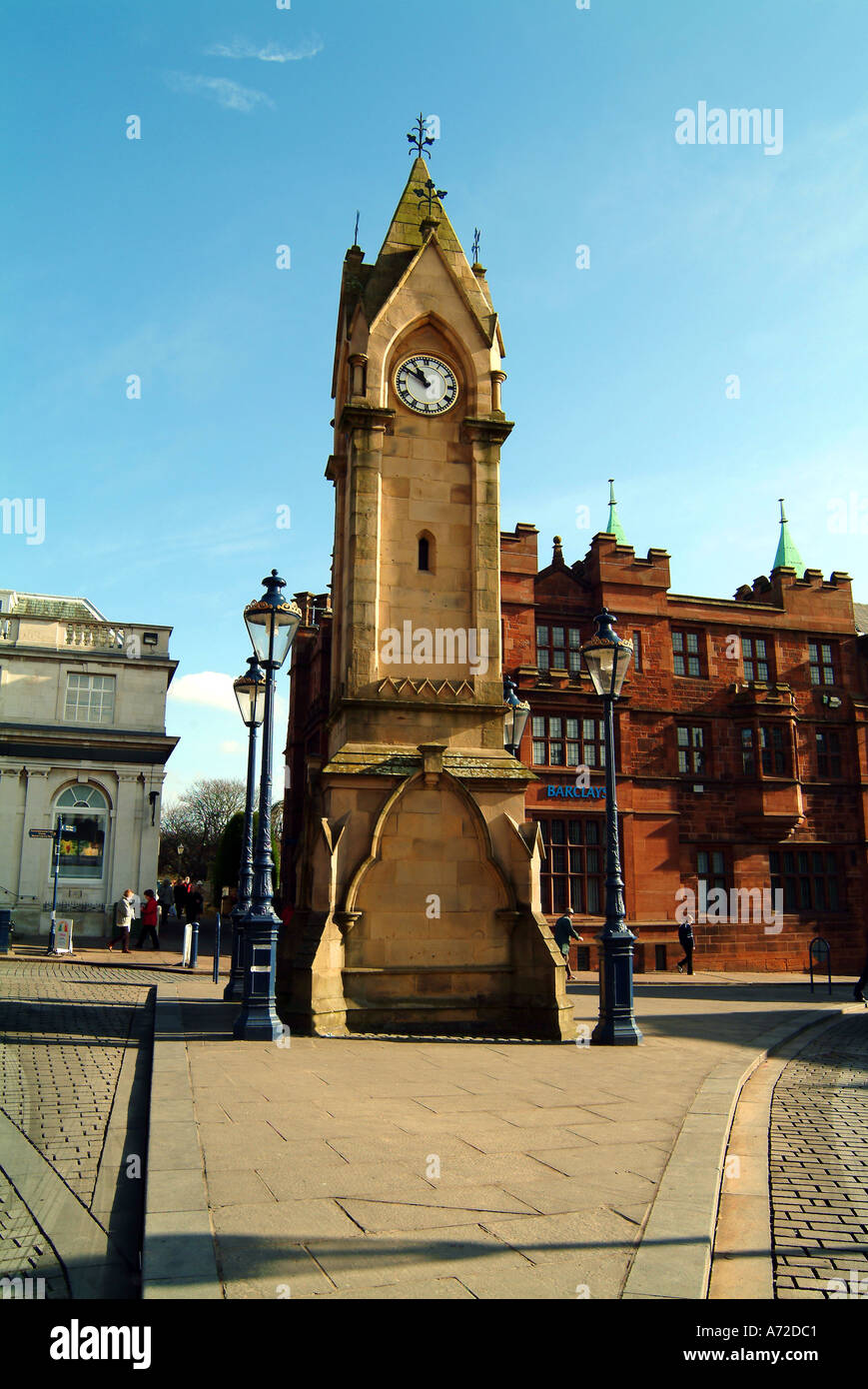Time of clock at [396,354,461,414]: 10:50
